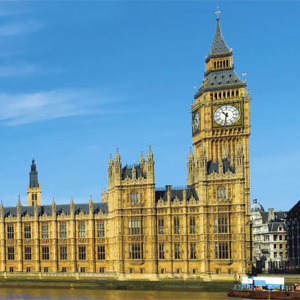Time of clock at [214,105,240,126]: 10:32
